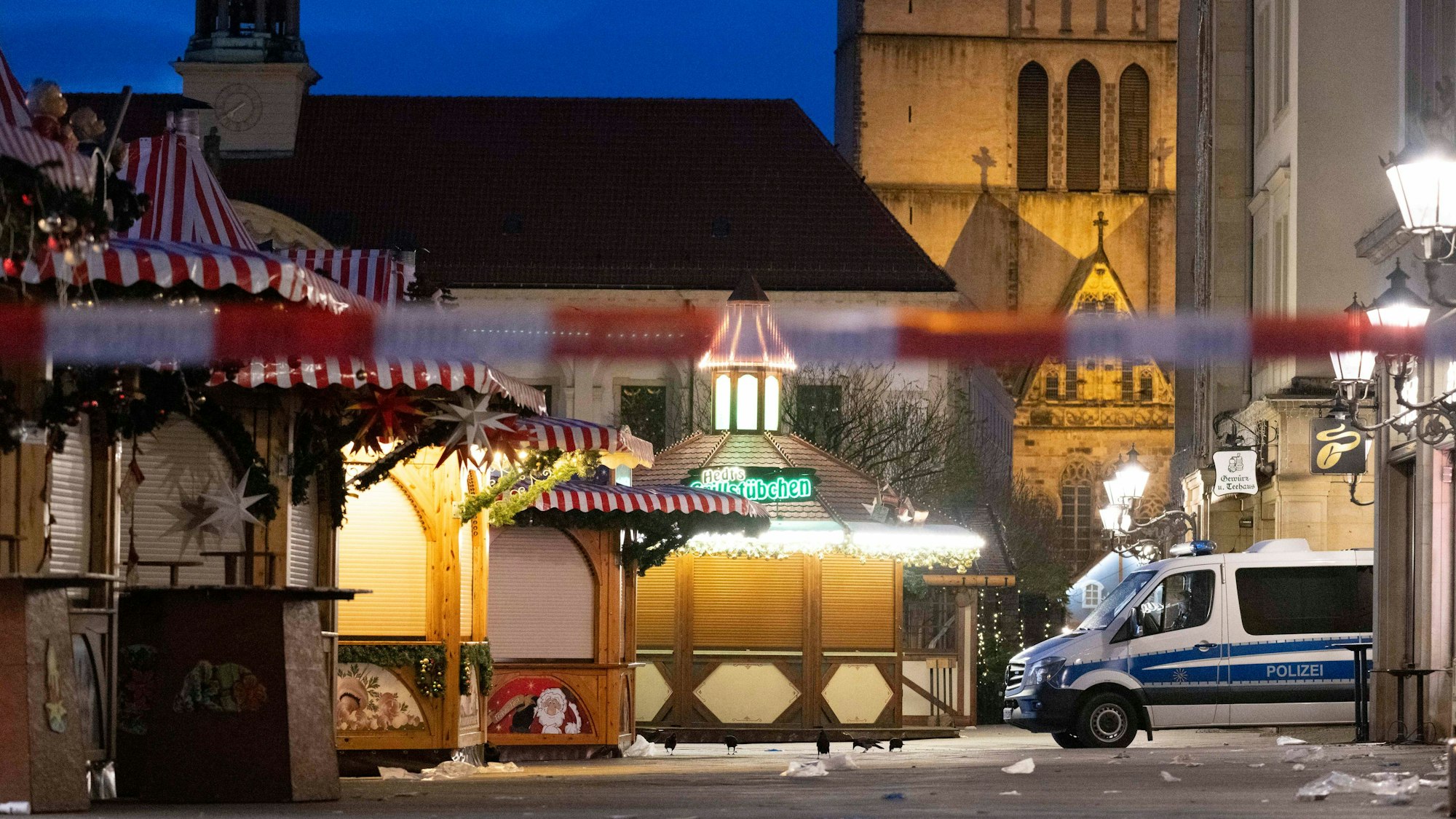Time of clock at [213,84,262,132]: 7:40
